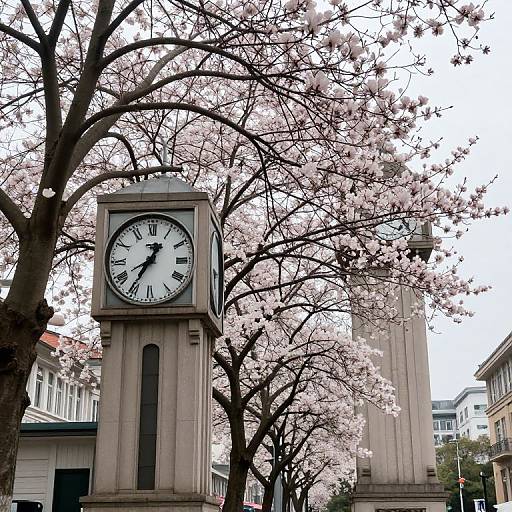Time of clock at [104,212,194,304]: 12:35
